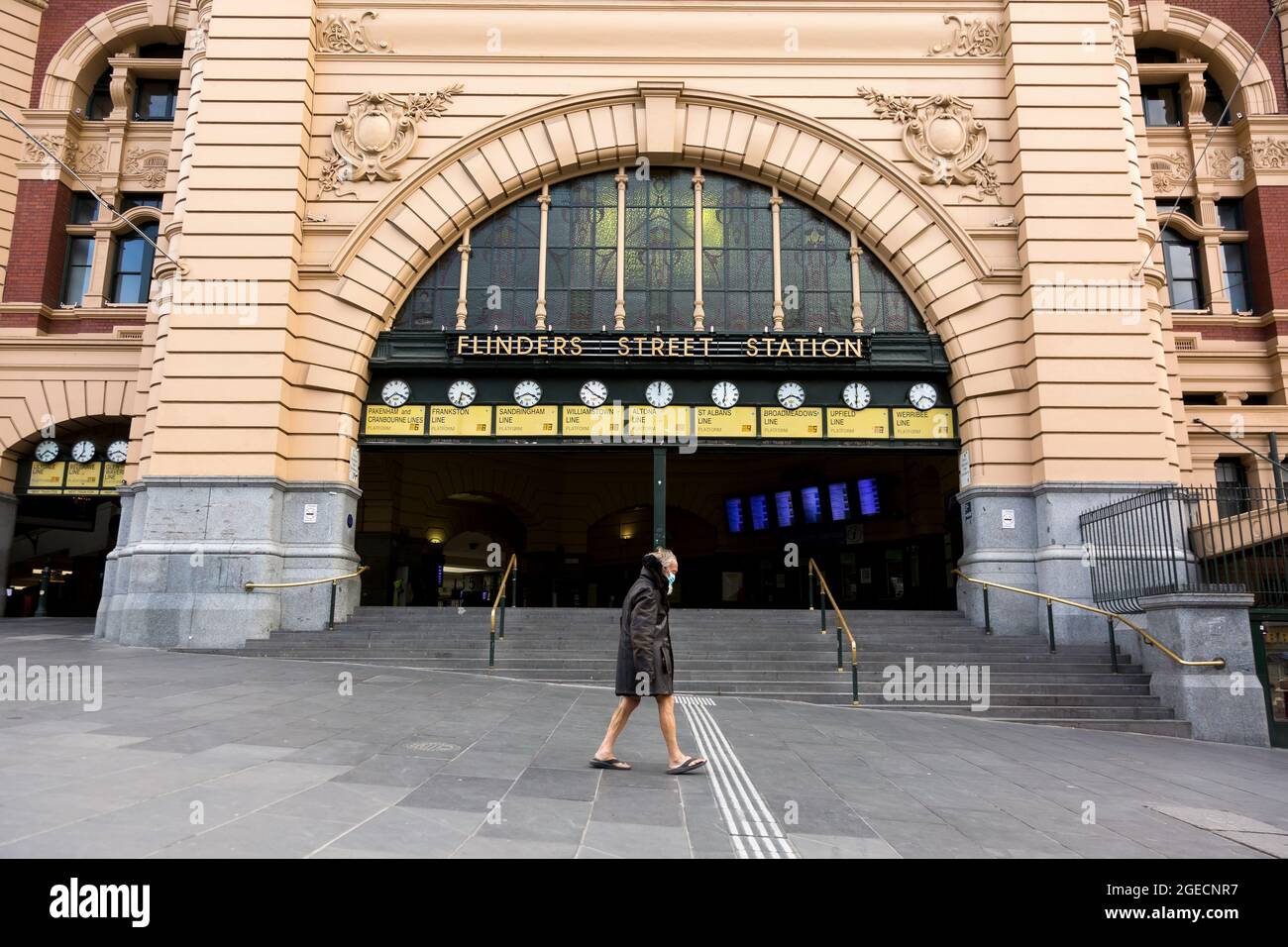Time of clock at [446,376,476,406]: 3:32
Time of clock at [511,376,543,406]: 3:40
